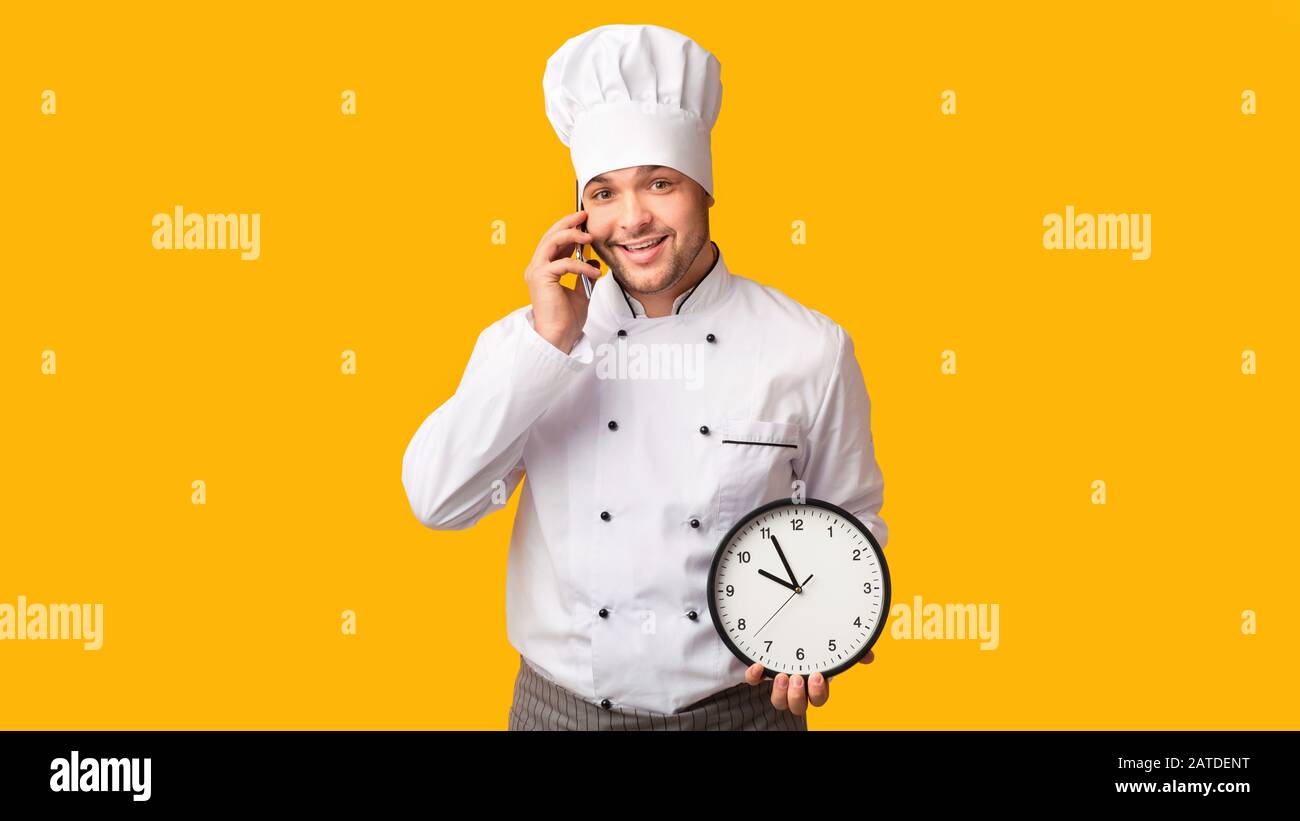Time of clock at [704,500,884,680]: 9:55
